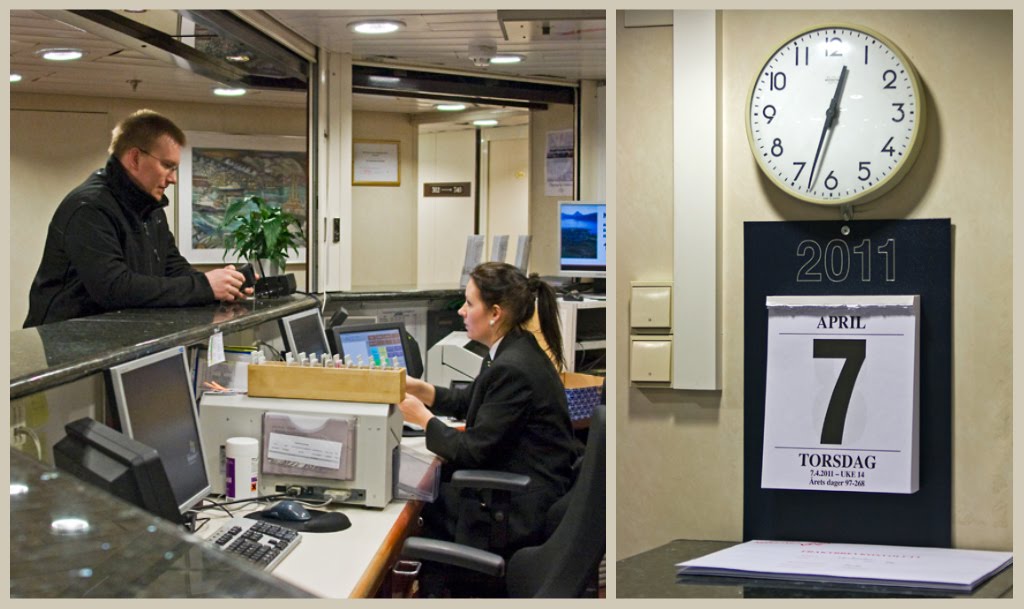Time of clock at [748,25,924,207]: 12:32
